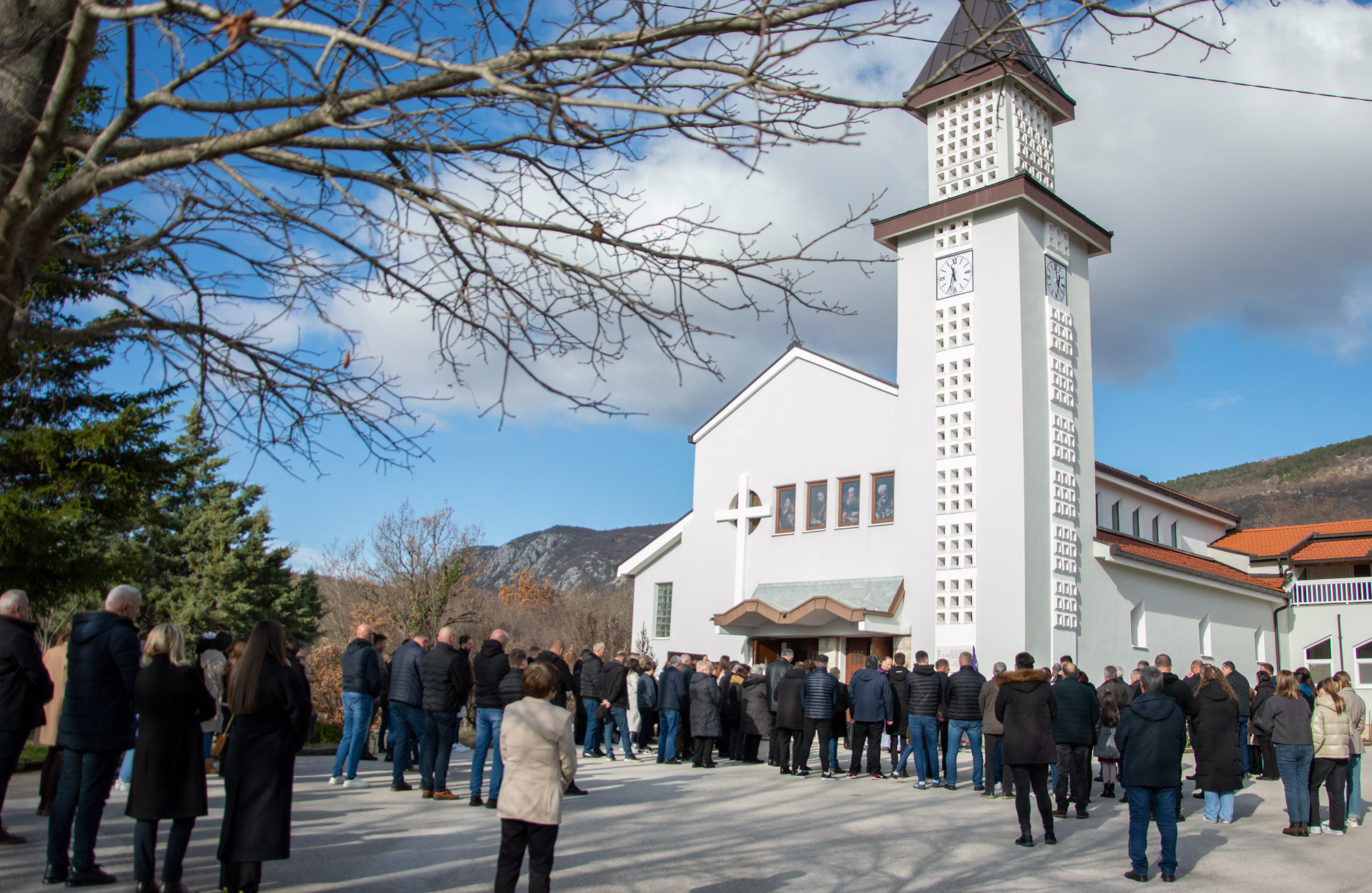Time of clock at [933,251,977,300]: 11:33
